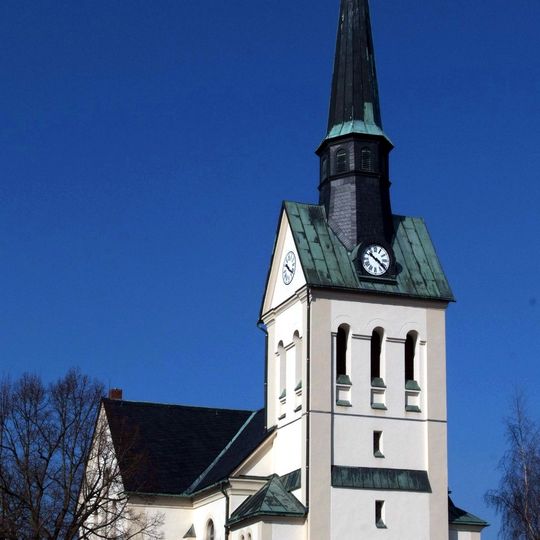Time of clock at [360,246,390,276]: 10:21
